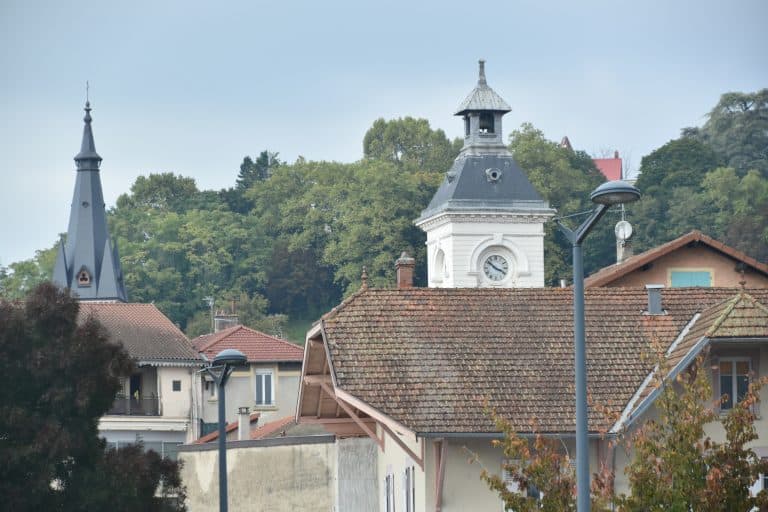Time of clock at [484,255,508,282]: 3:51
